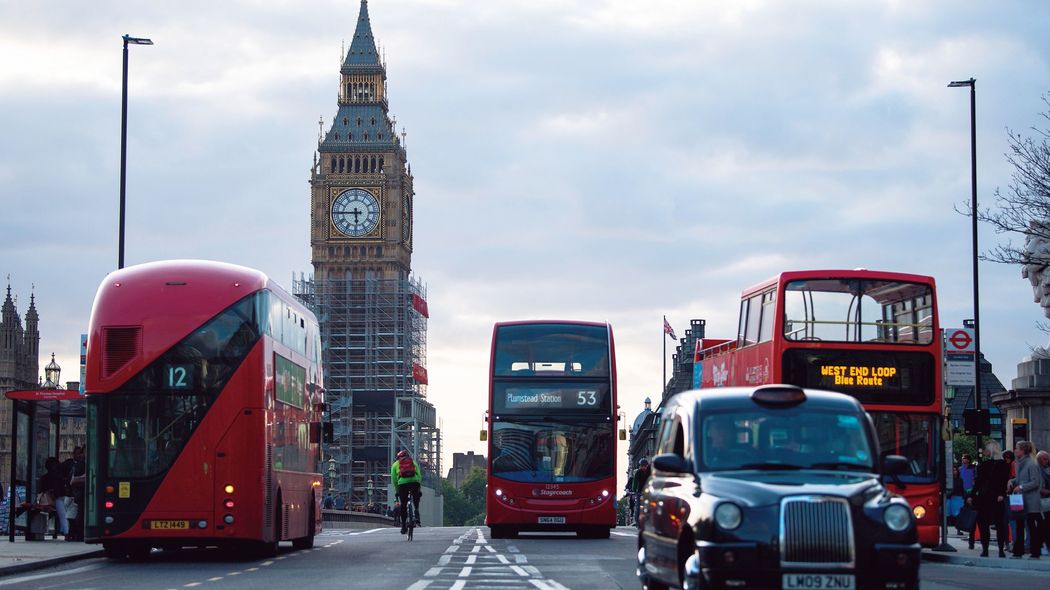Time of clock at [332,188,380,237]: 5:45
